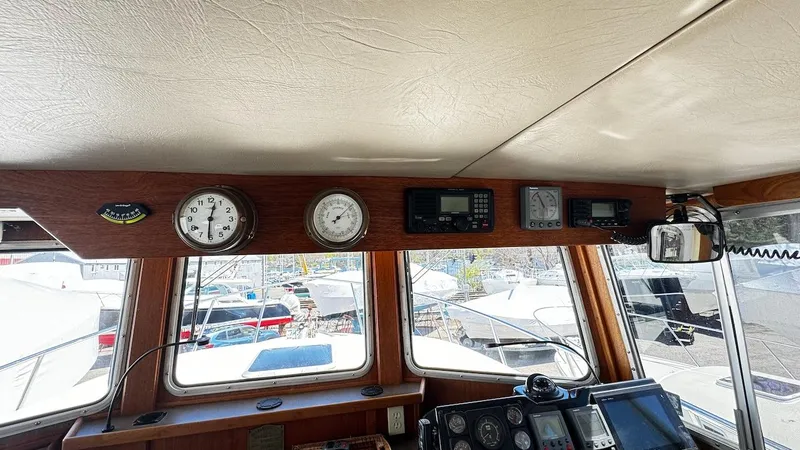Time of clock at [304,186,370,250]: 7:07
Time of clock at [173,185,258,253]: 12:30
